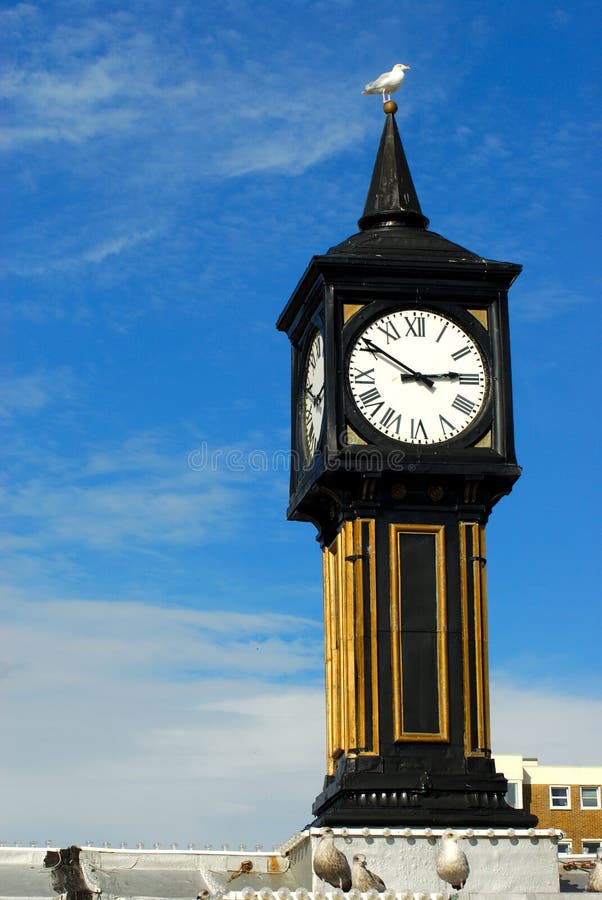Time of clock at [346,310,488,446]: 2:50
